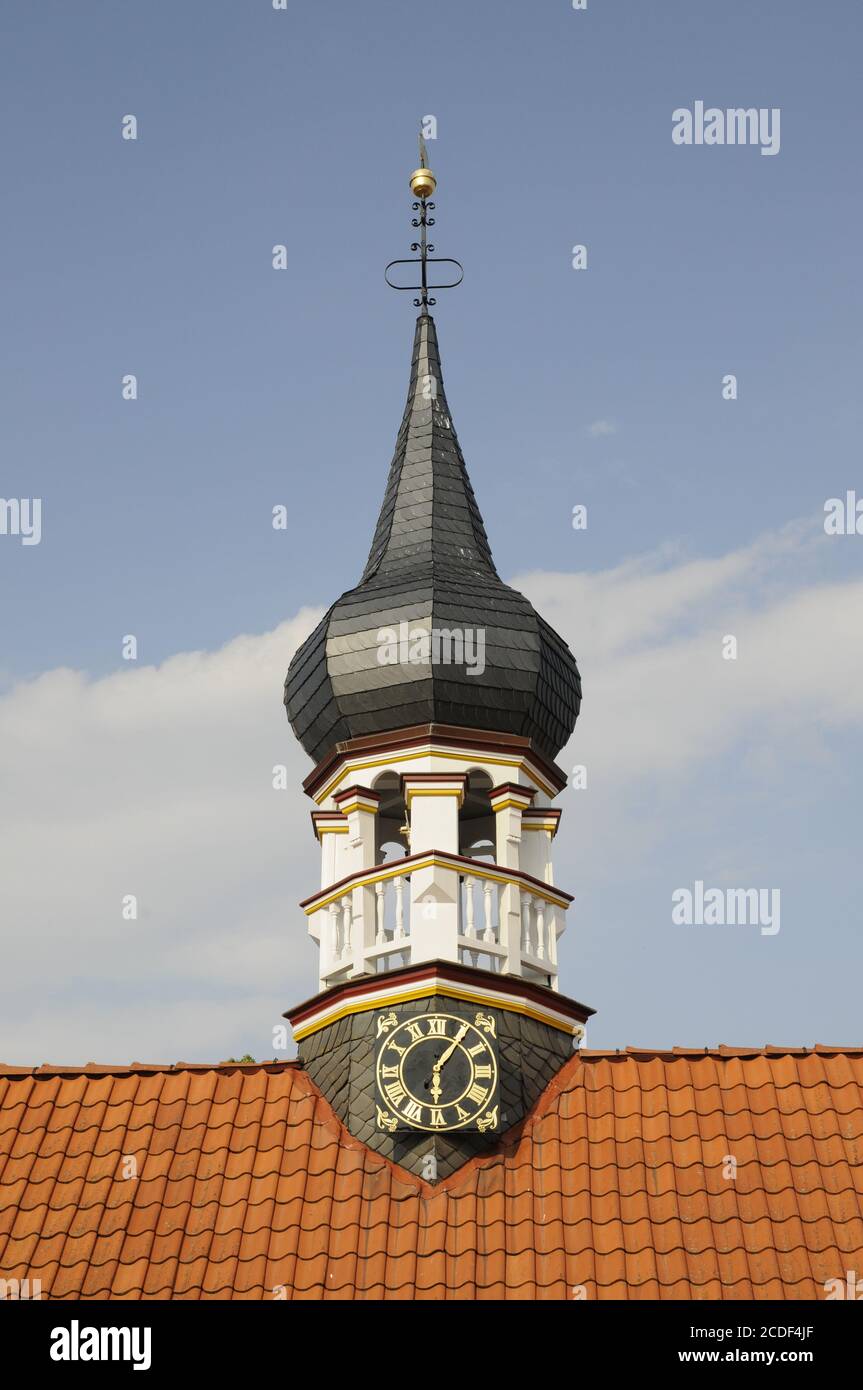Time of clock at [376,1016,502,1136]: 6:05
